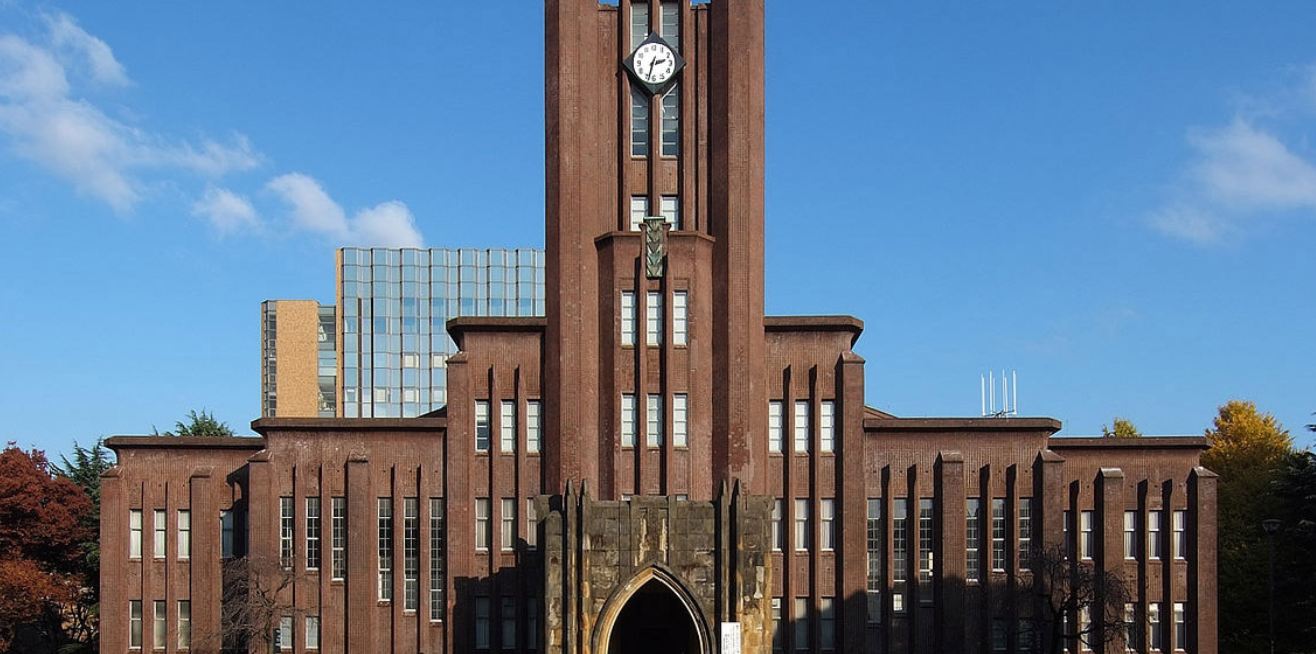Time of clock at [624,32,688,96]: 2:33
